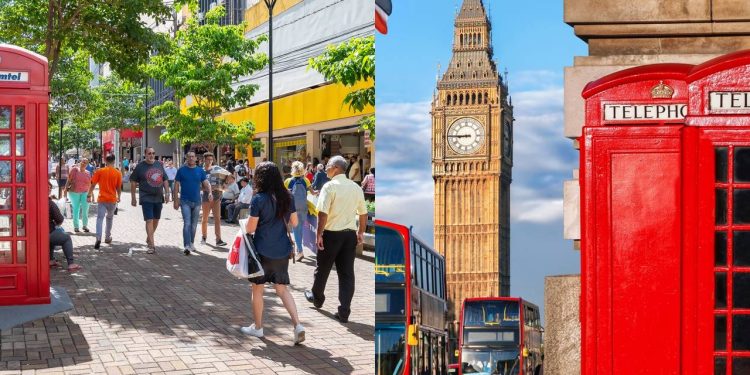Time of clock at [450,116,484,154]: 8:45
